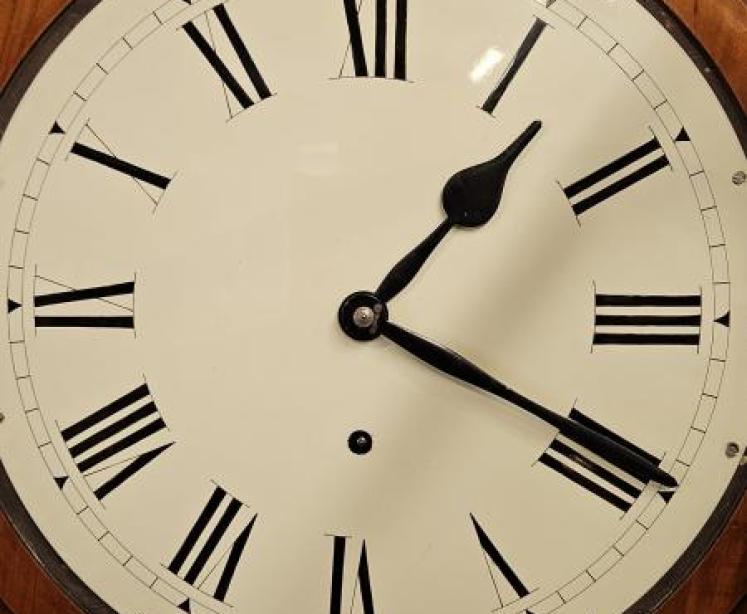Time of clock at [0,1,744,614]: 1:19
